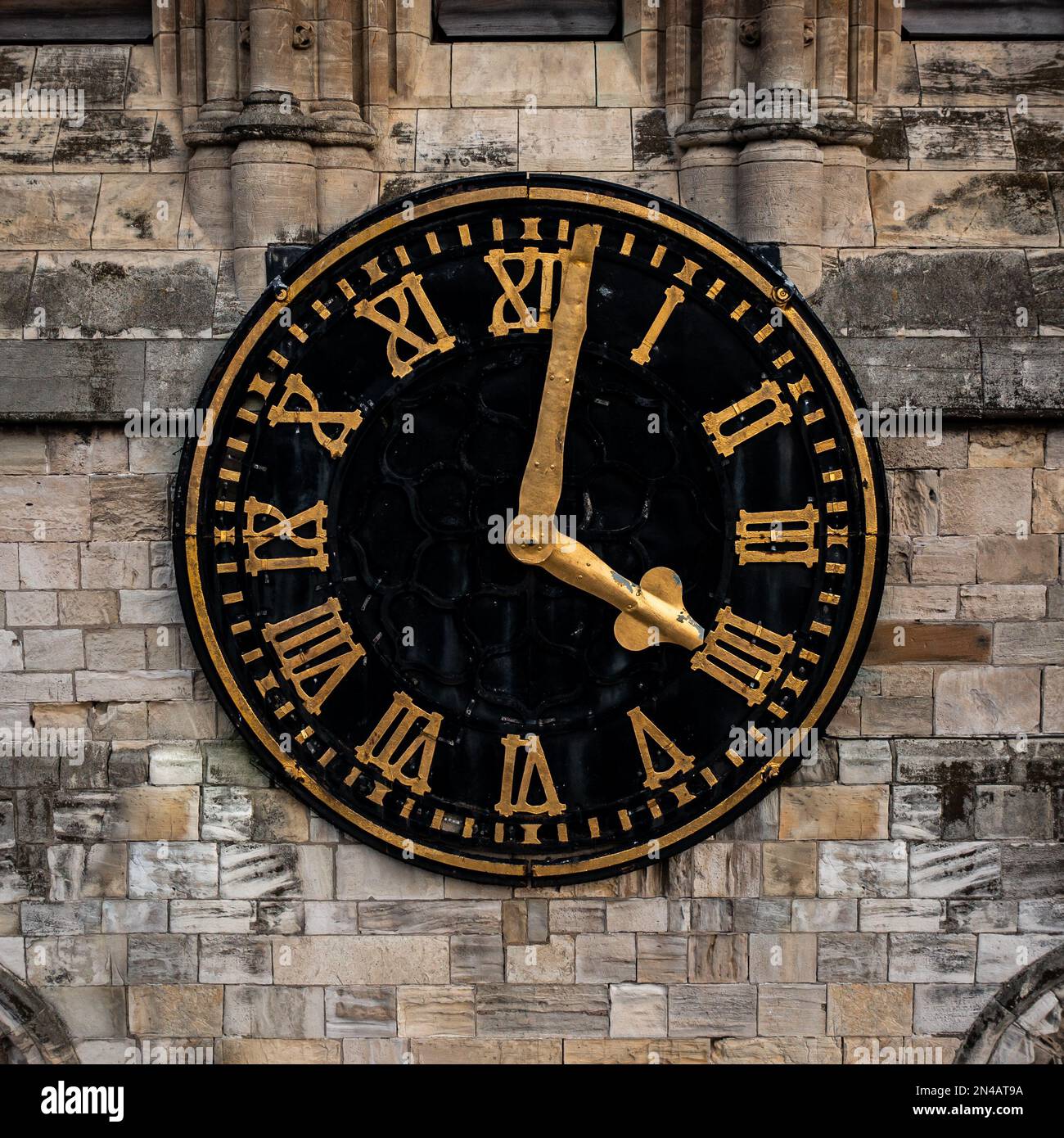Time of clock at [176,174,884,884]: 4:01
